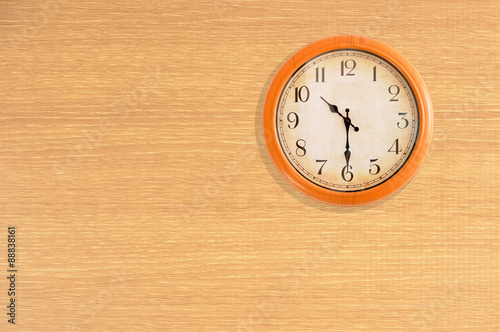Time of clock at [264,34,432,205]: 10:30
